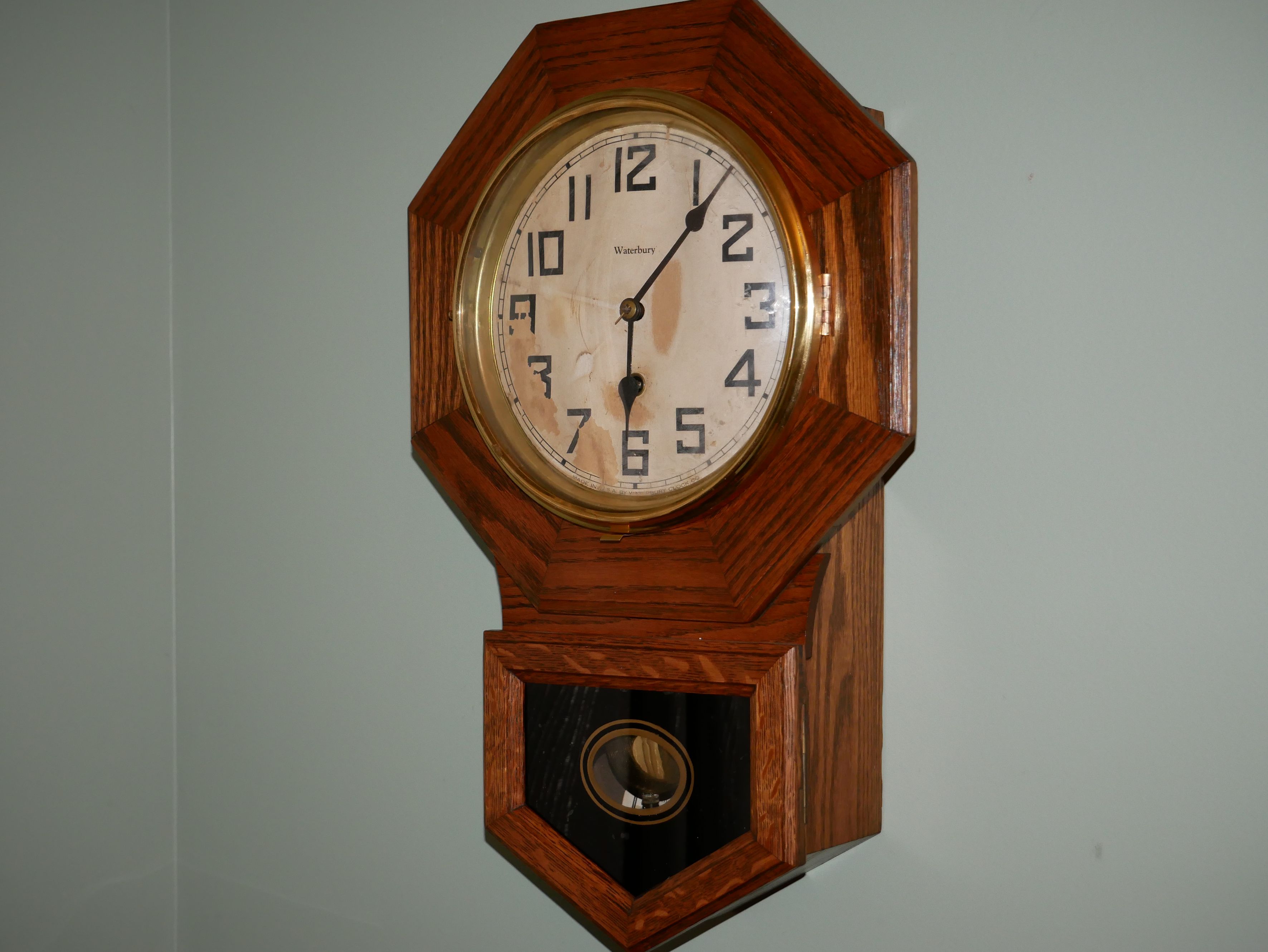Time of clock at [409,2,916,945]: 6:06
